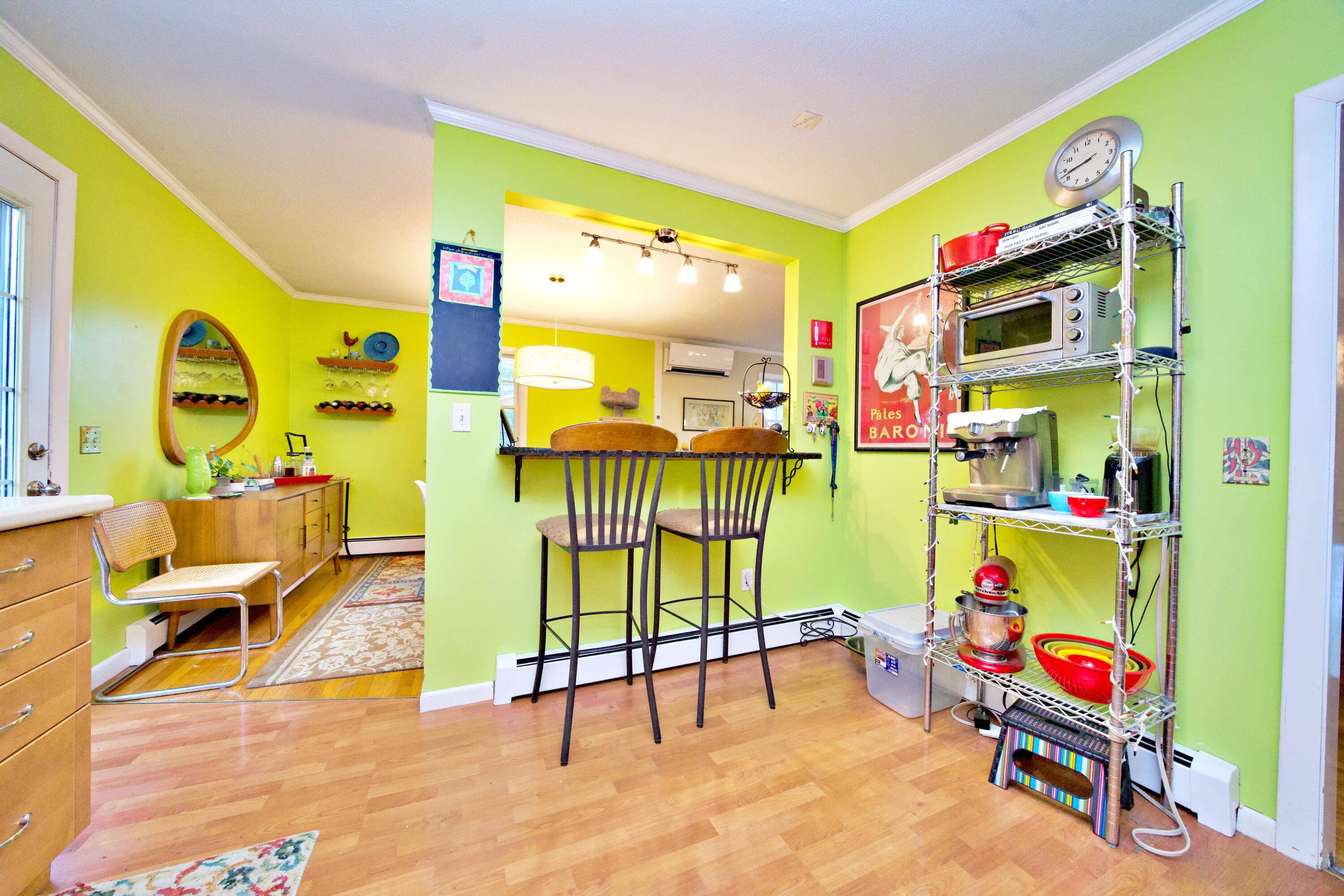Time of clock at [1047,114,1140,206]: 8:42
